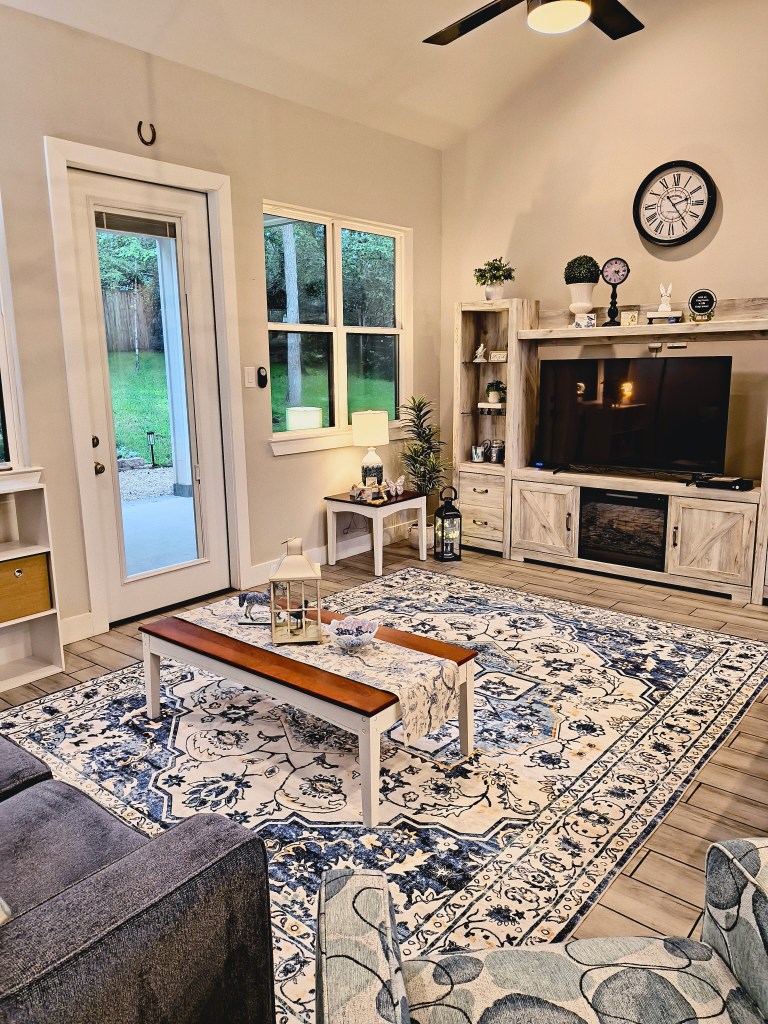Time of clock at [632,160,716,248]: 2:23
